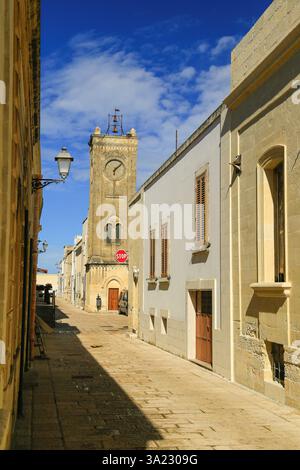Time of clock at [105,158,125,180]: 6:08
